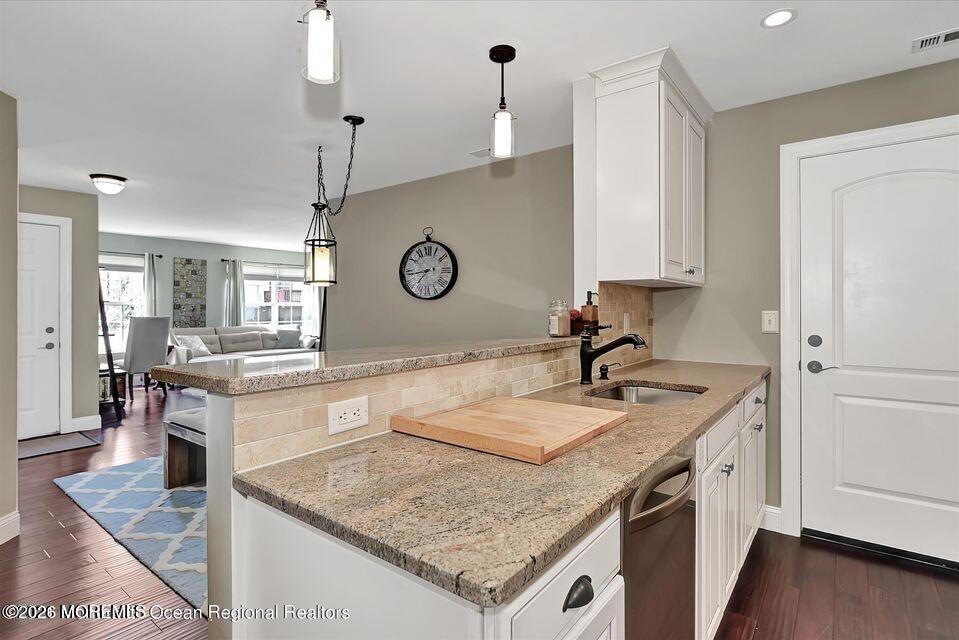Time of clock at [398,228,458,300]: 7:43
